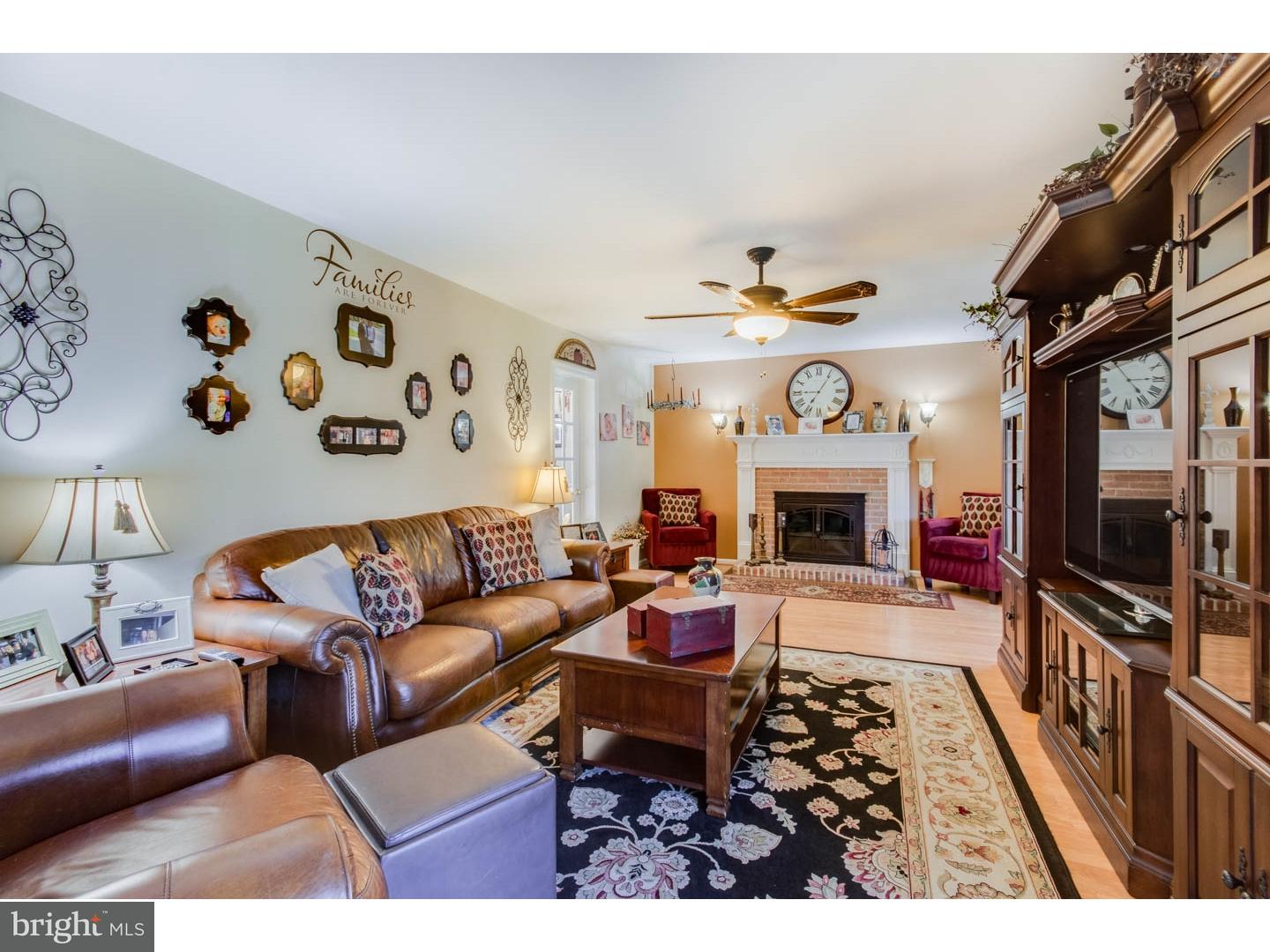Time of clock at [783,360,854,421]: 9:05
